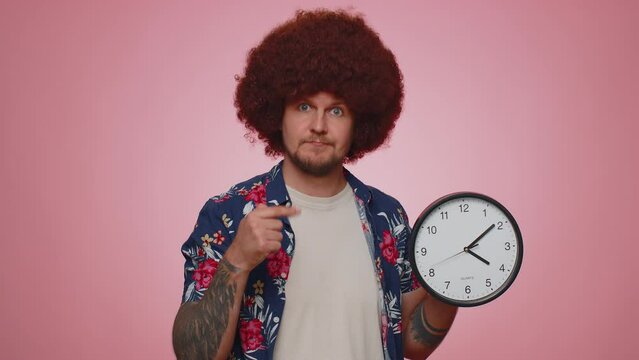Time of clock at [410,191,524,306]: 4:08
